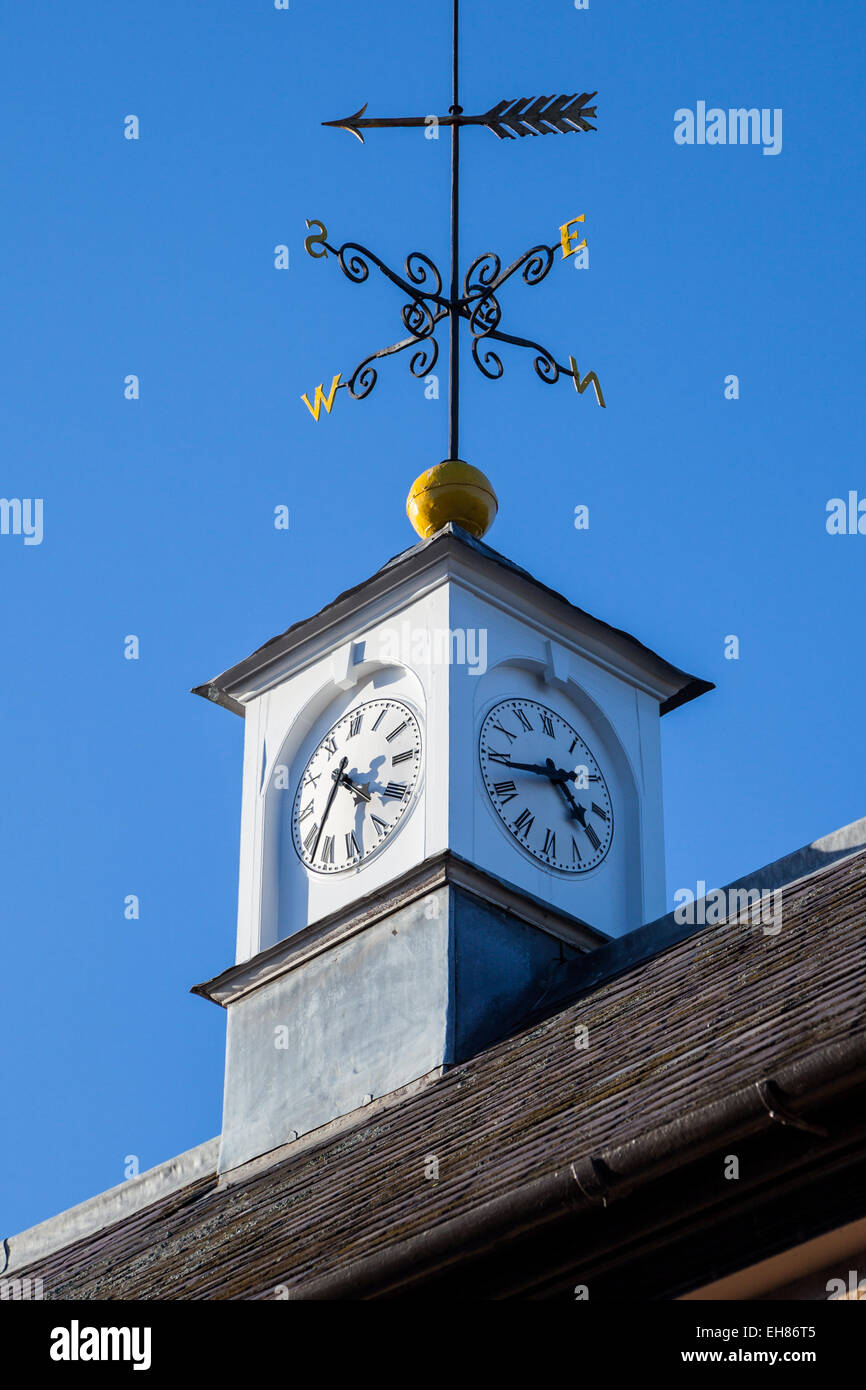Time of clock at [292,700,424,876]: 4:33
